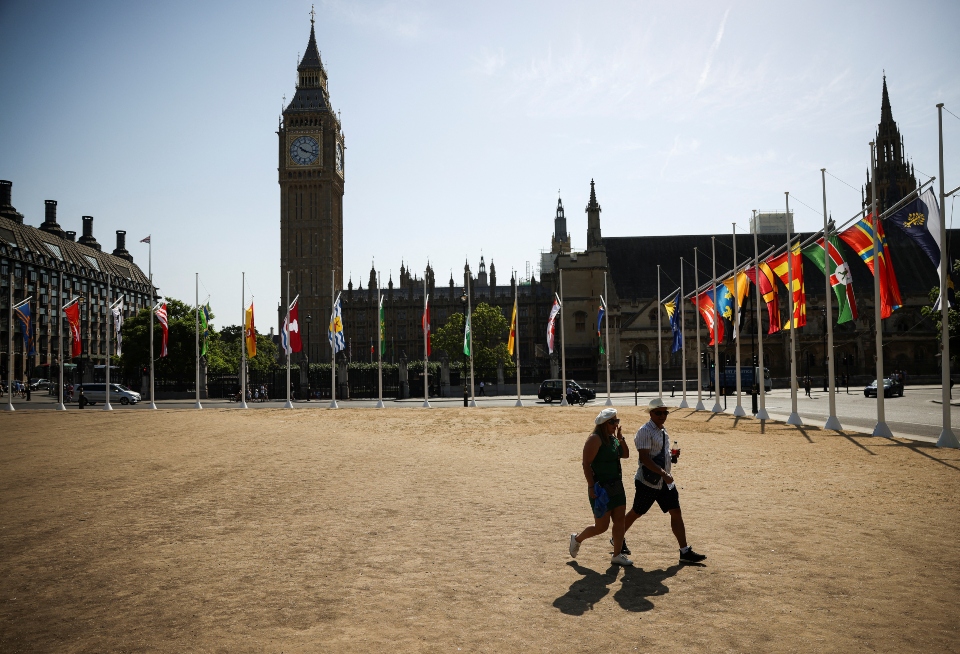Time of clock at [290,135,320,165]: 10:17
